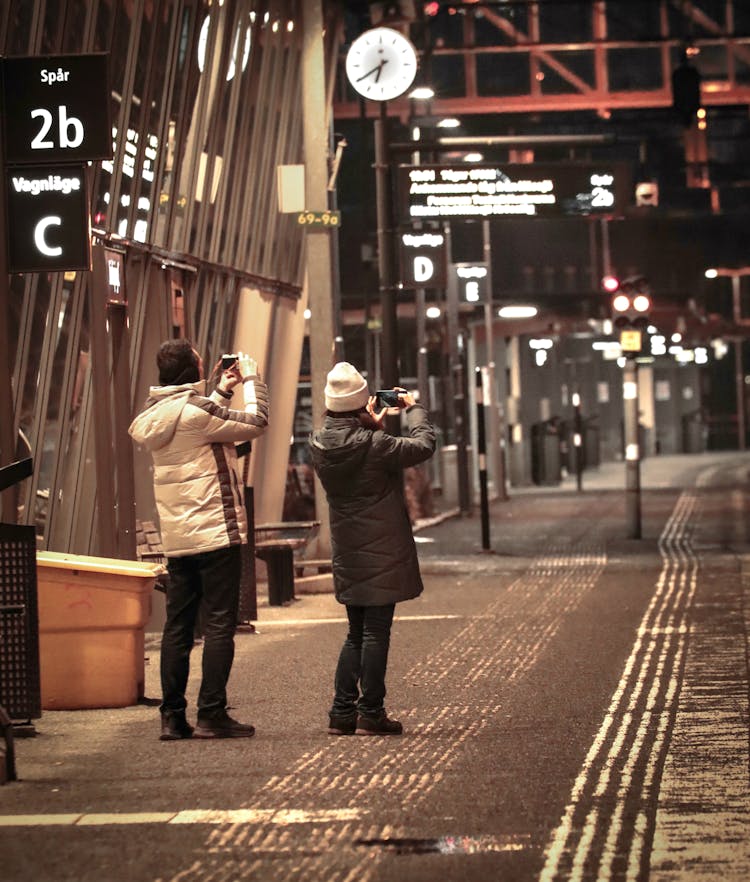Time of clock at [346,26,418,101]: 6:39
